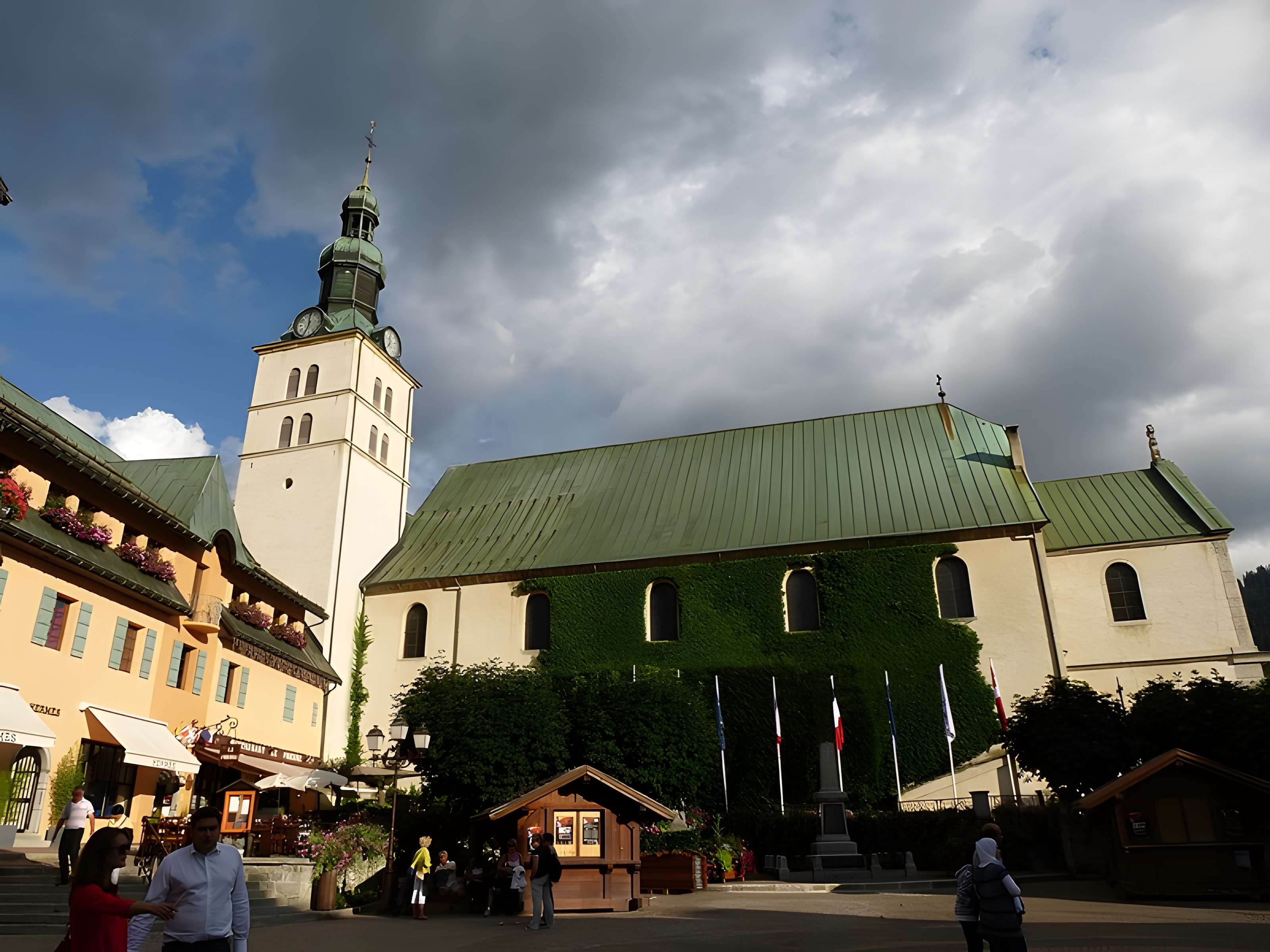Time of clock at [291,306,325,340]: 12:34
